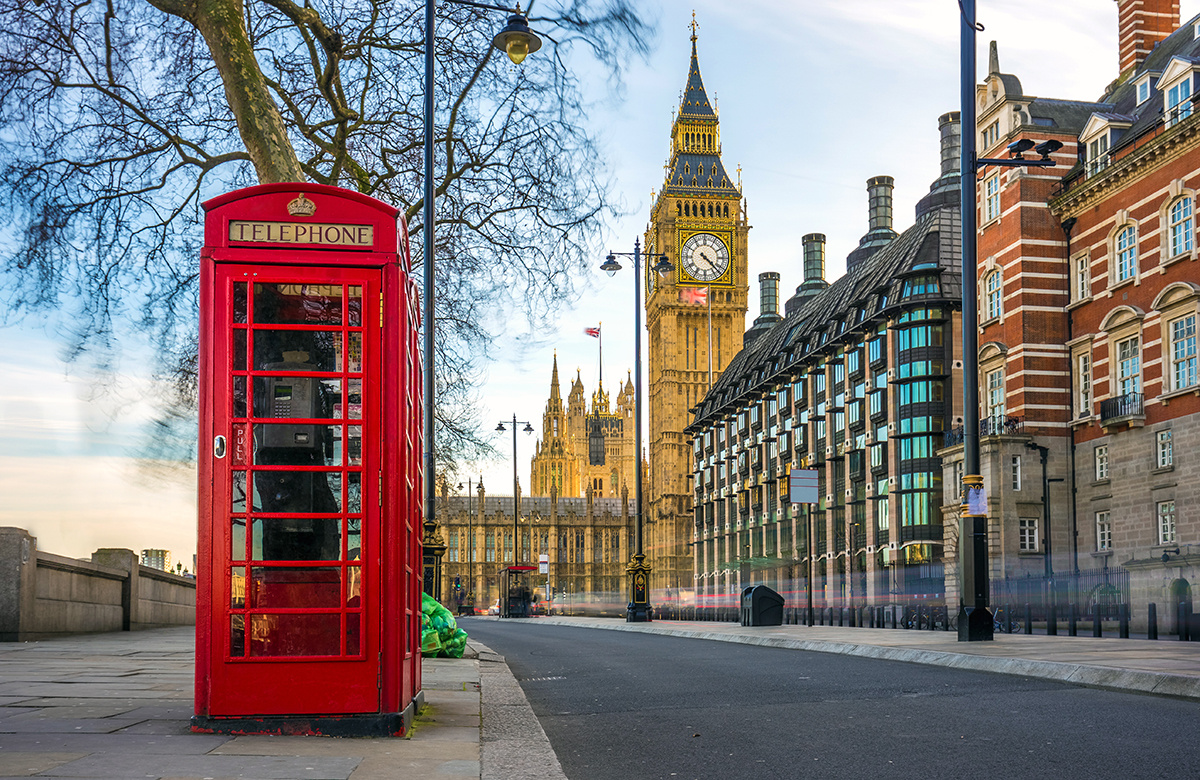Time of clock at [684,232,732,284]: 4:22
